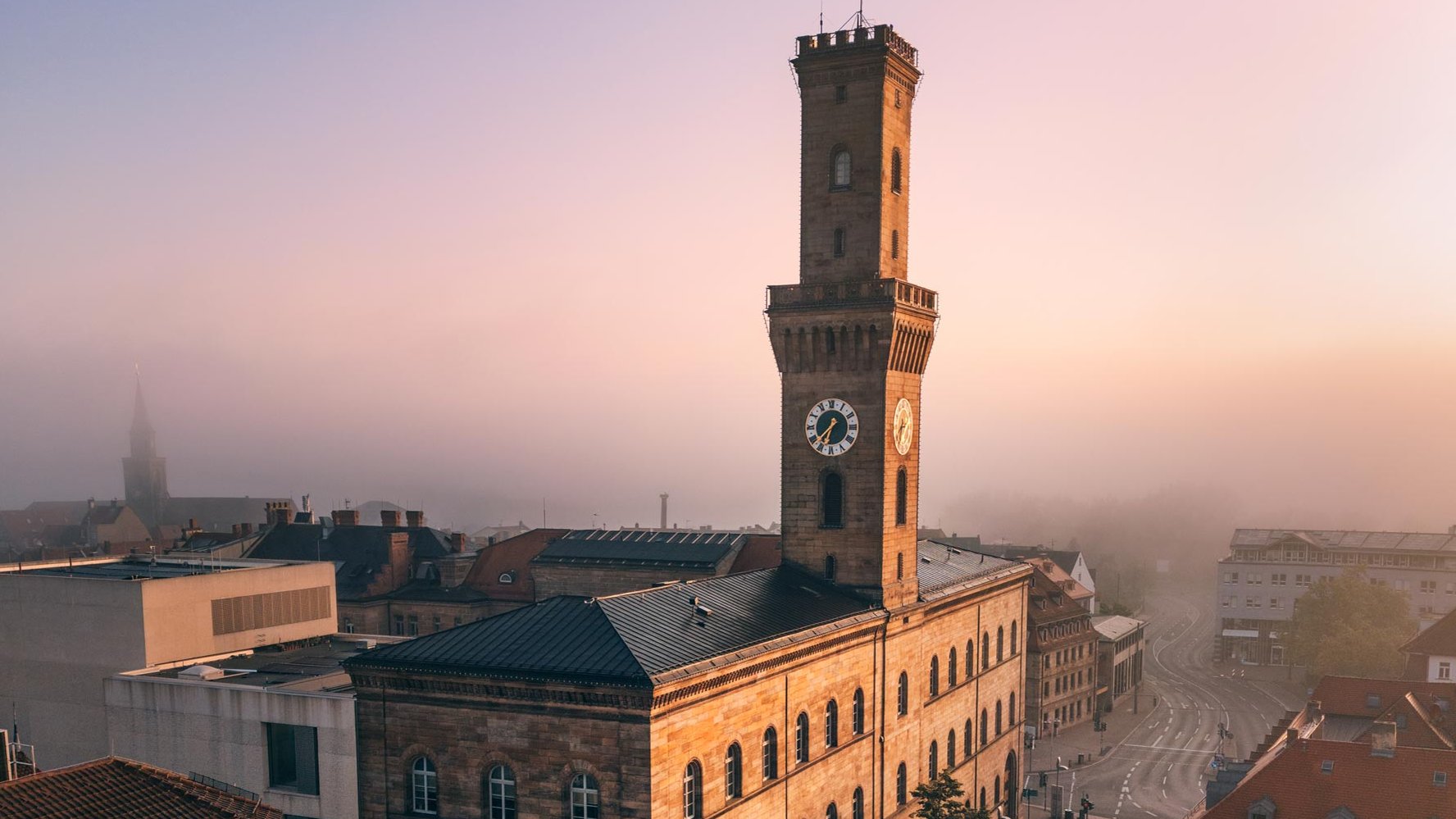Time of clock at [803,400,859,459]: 6:37
